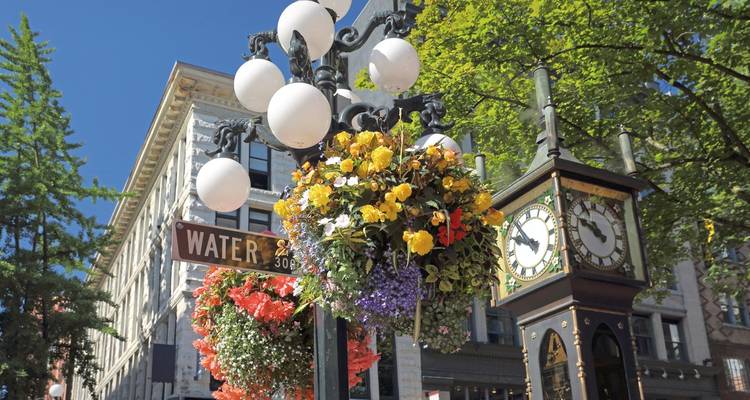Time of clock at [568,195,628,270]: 10:49
